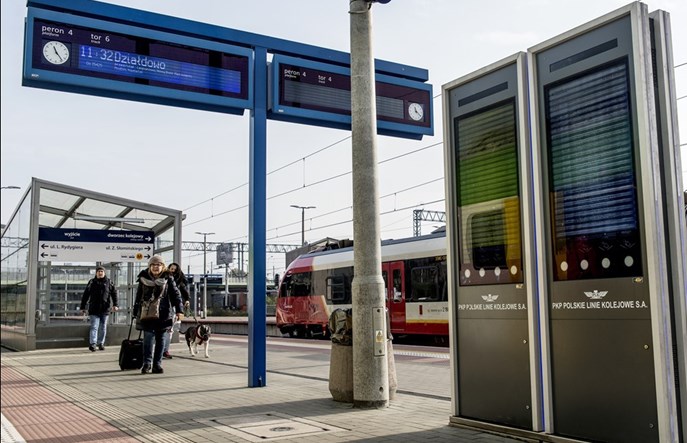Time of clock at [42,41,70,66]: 11:23
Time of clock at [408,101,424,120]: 11:21
